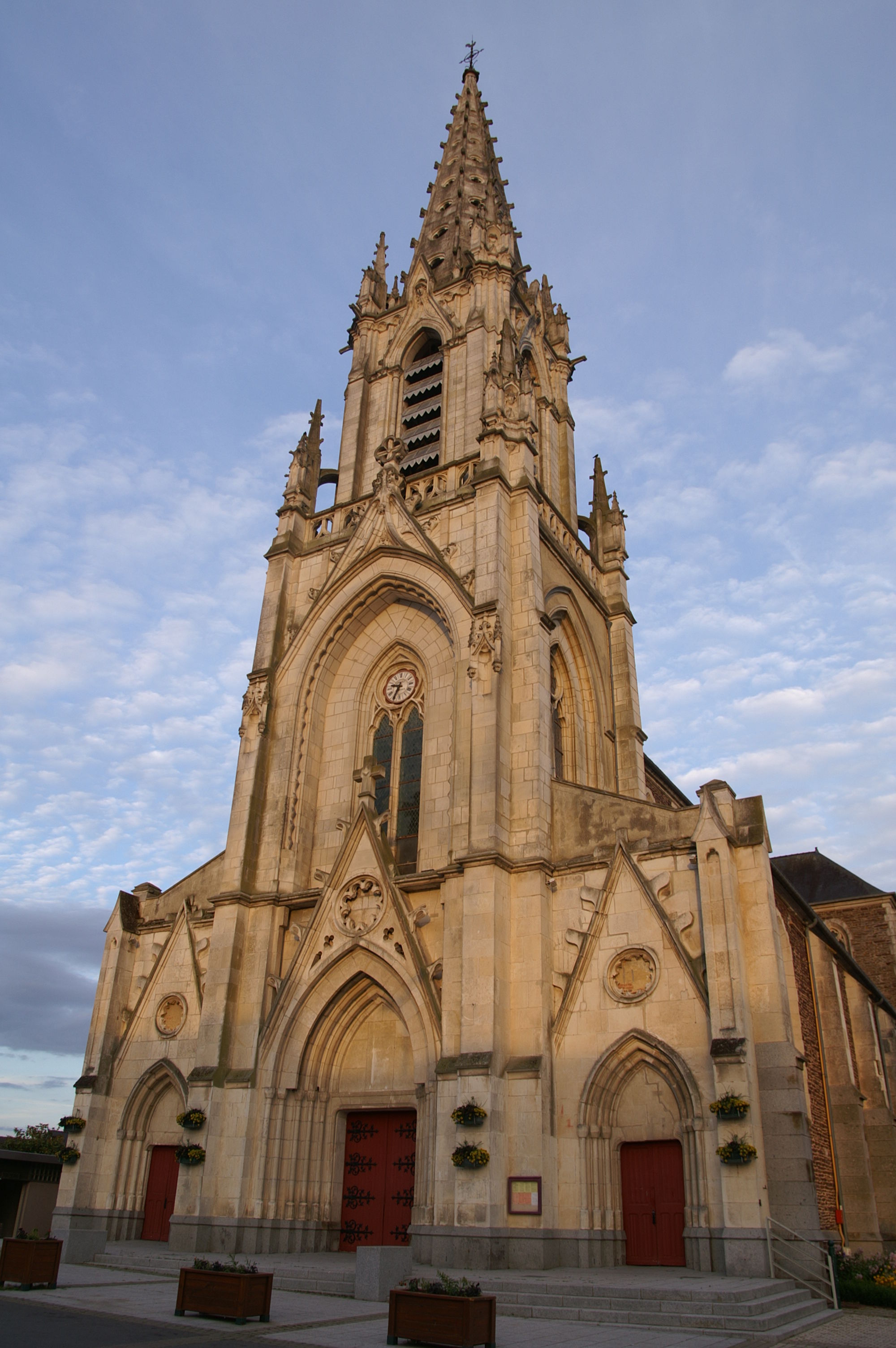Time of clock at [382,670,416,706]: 9:34
